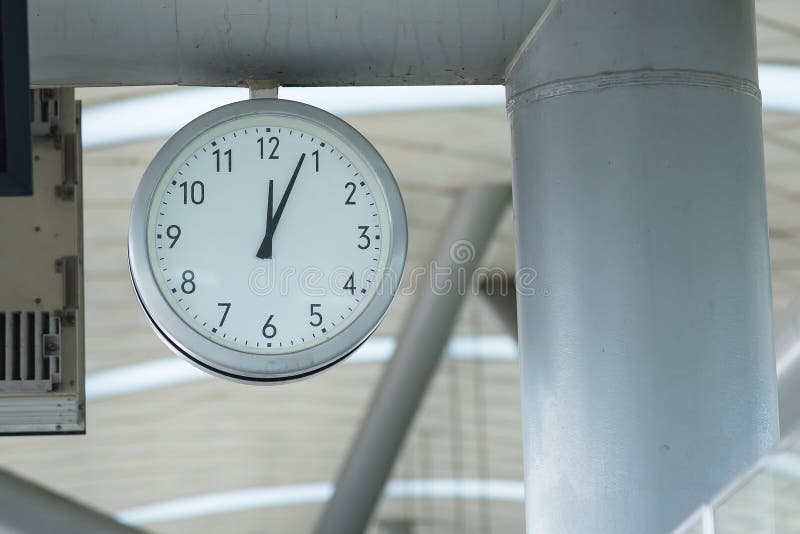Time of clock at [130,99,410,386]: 12:03
